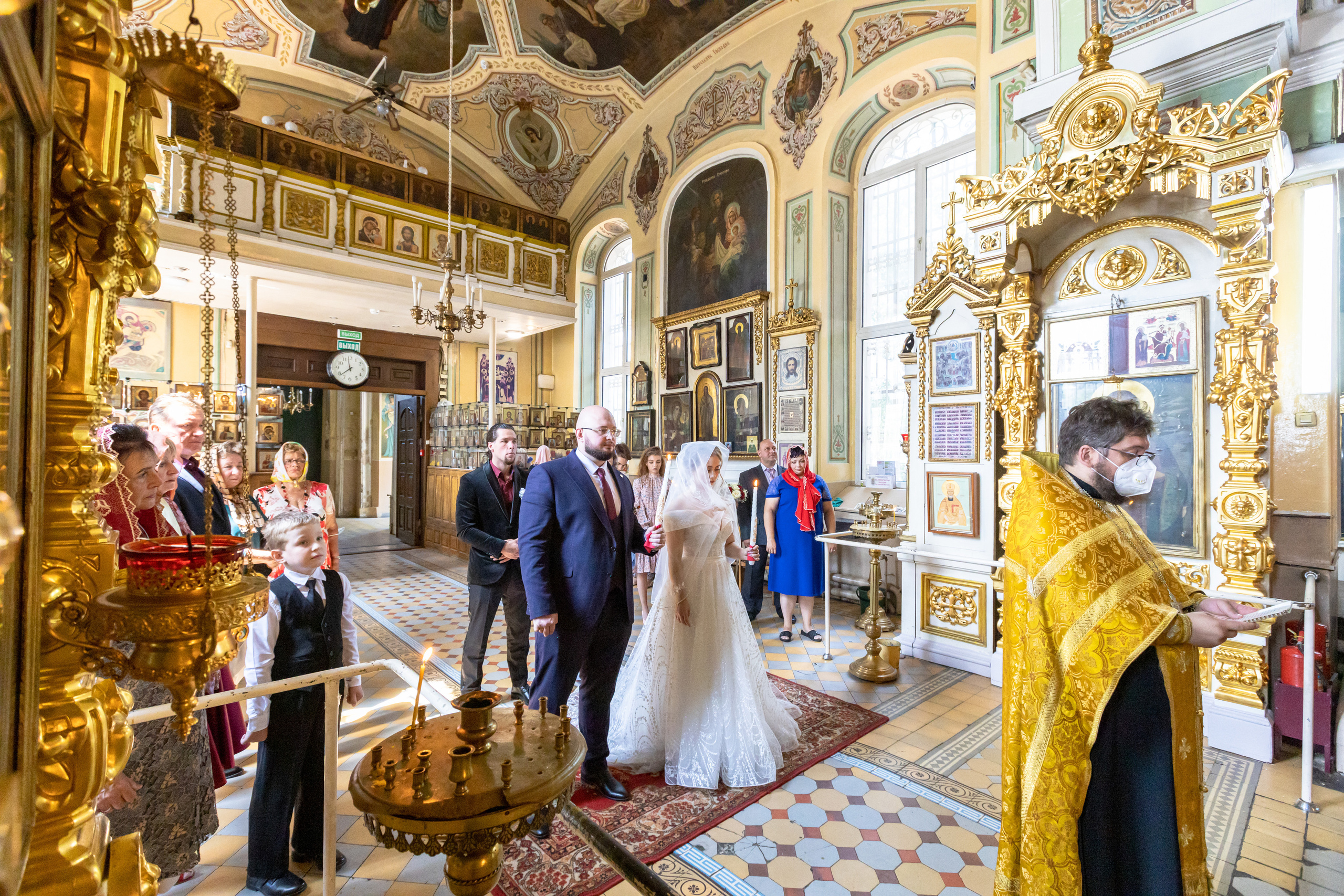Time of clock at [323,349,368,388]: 11:38
